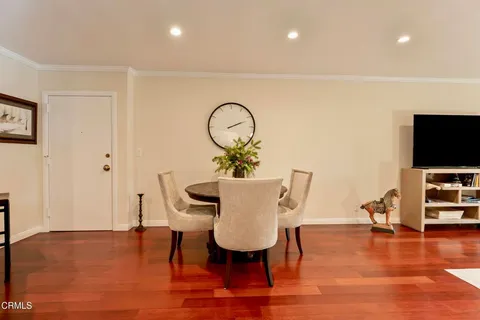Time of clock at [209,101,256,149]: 2:11
